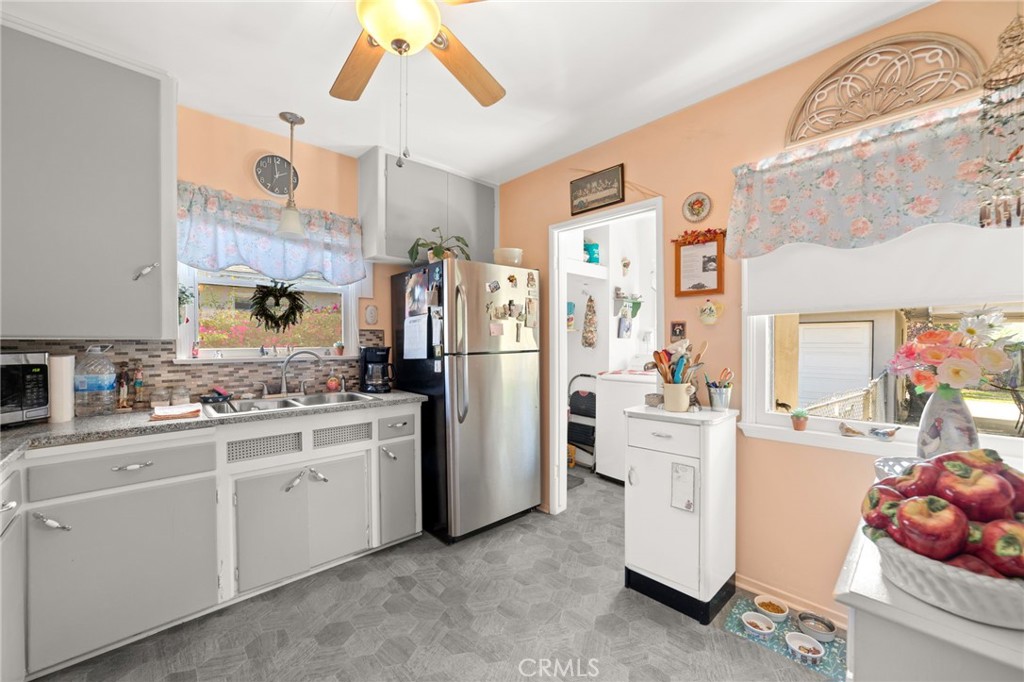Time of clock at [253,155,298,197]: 1:59
